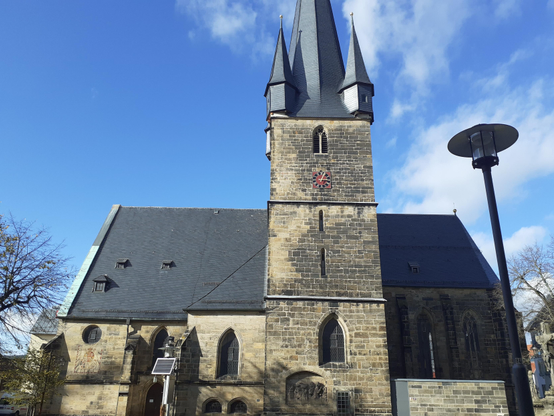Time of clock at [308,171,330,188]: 1:16
